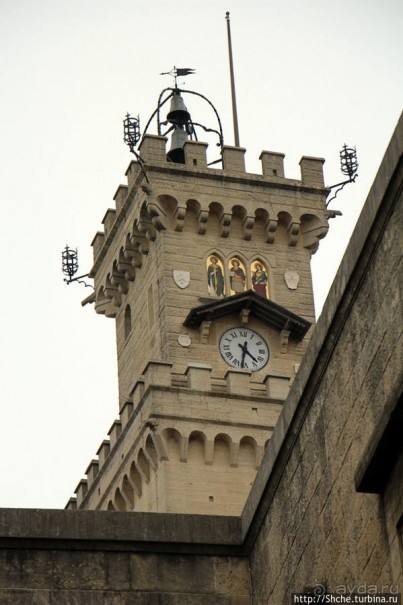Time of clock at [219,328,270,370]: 4:31
